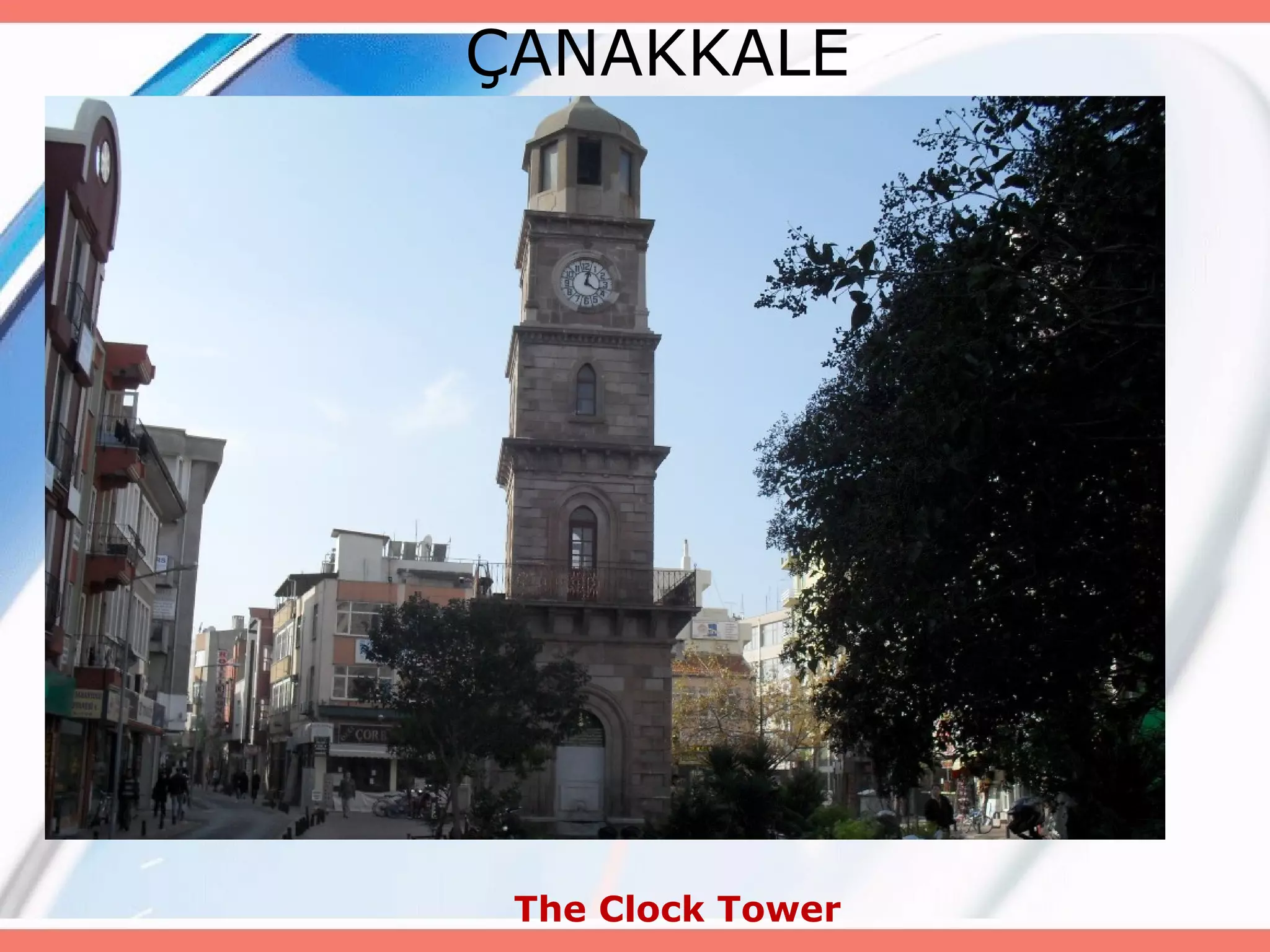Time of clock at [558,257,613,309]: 4:02
